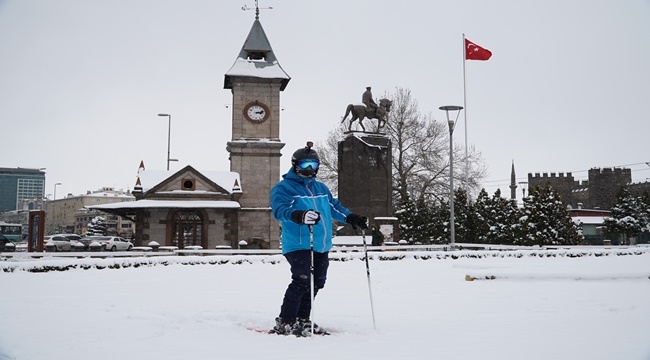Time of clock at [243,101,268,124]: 3:12
